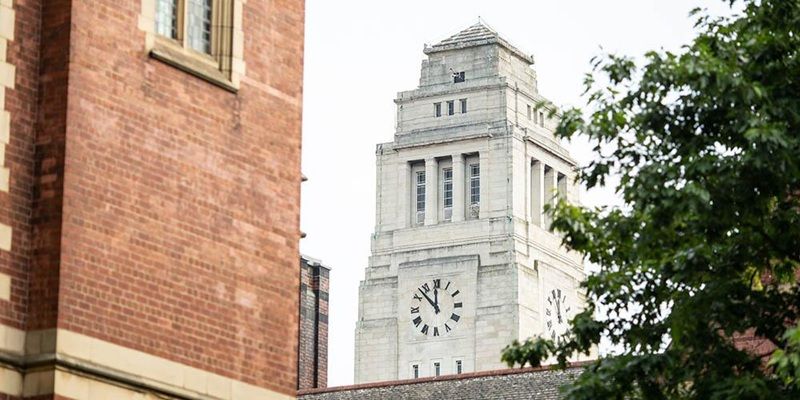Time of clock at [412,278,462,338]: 11:52
